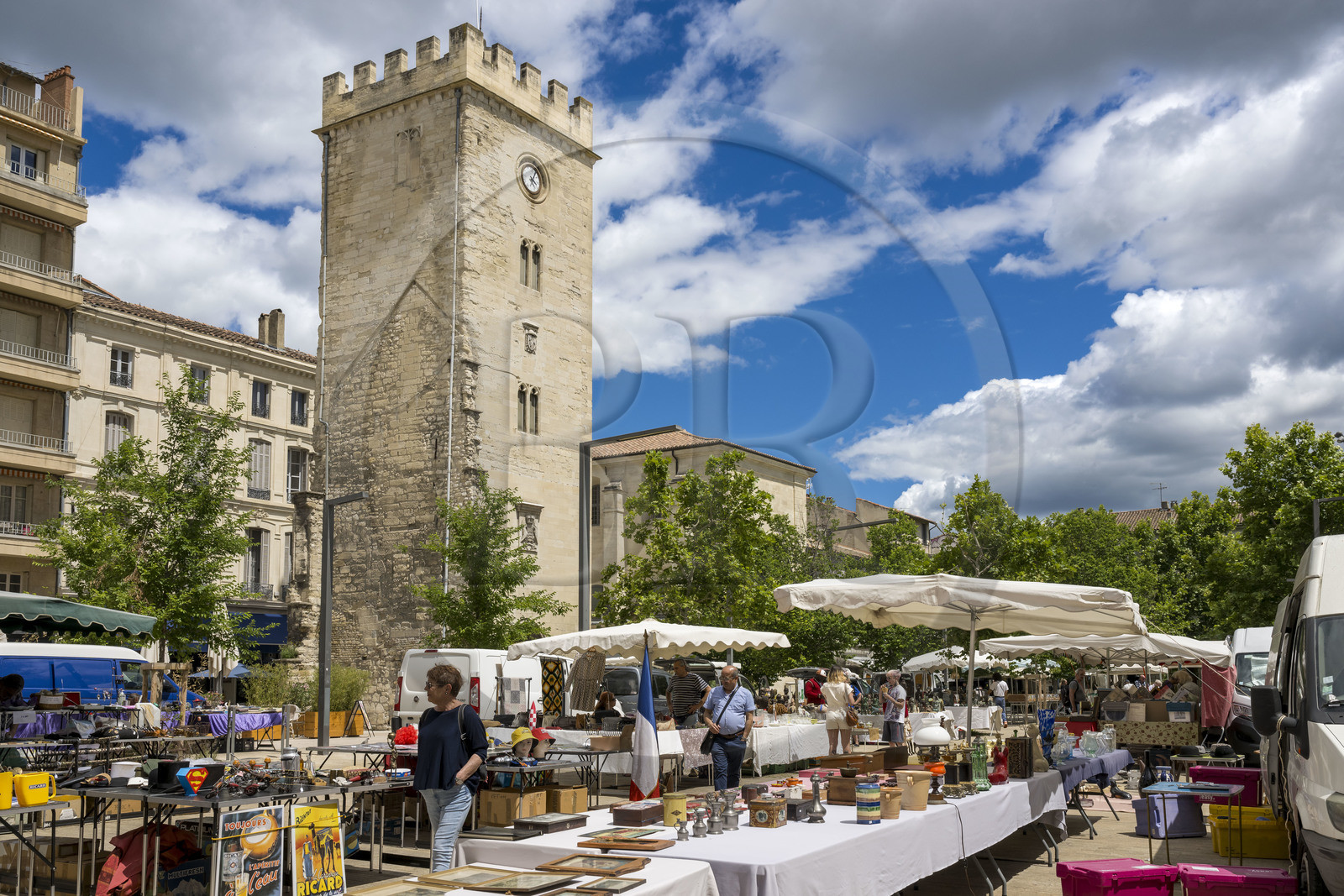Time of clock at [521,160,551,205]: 4:04
